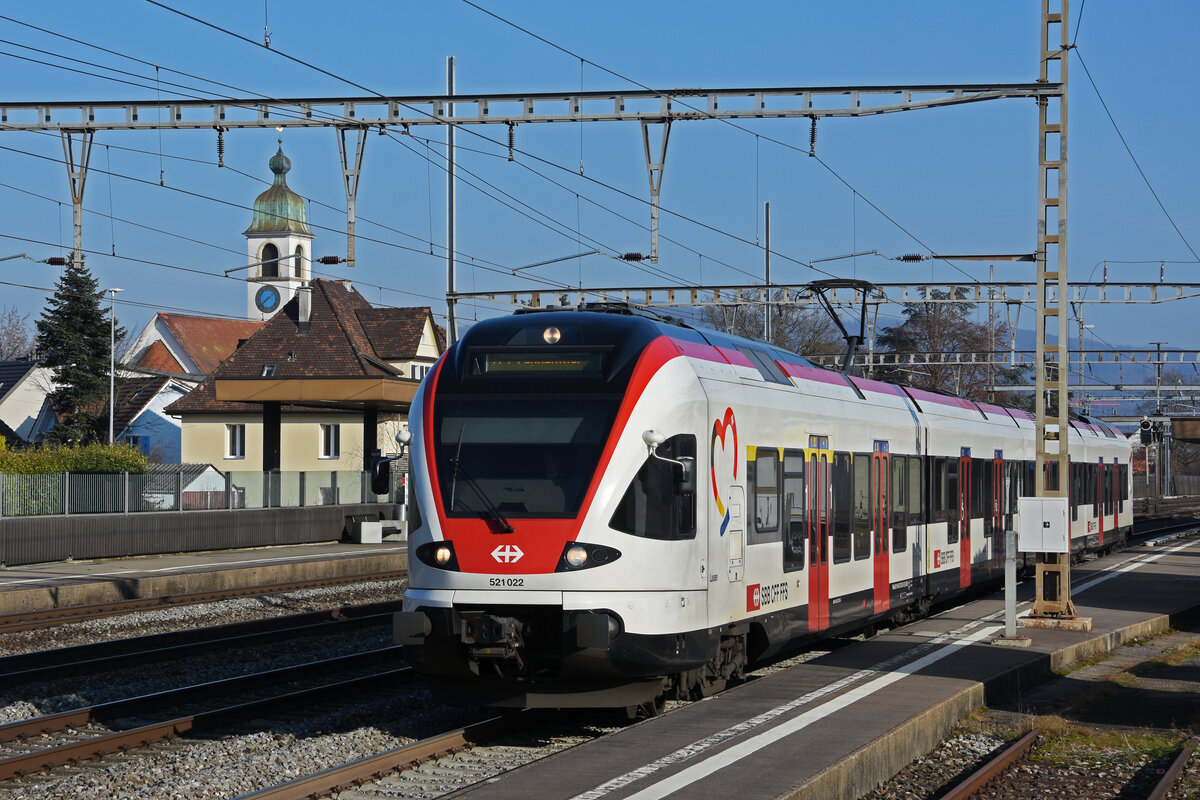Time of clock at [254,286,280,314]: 1:37
